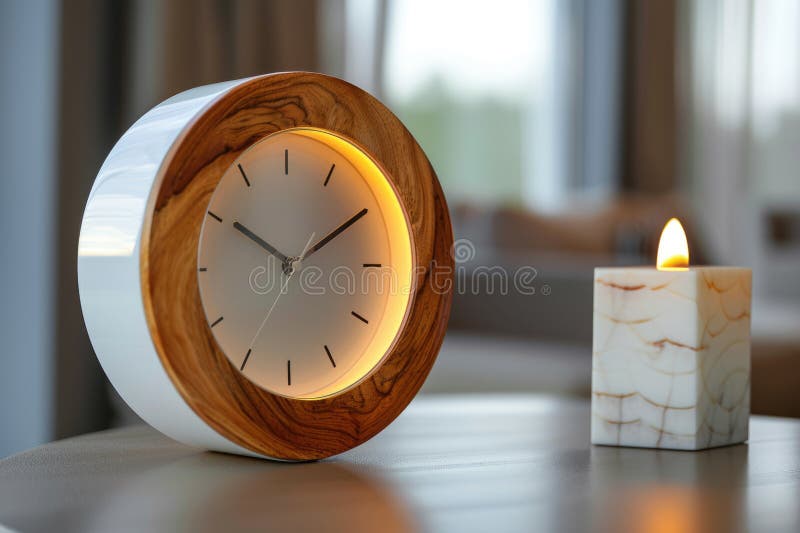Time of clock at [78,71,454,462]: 10:10
